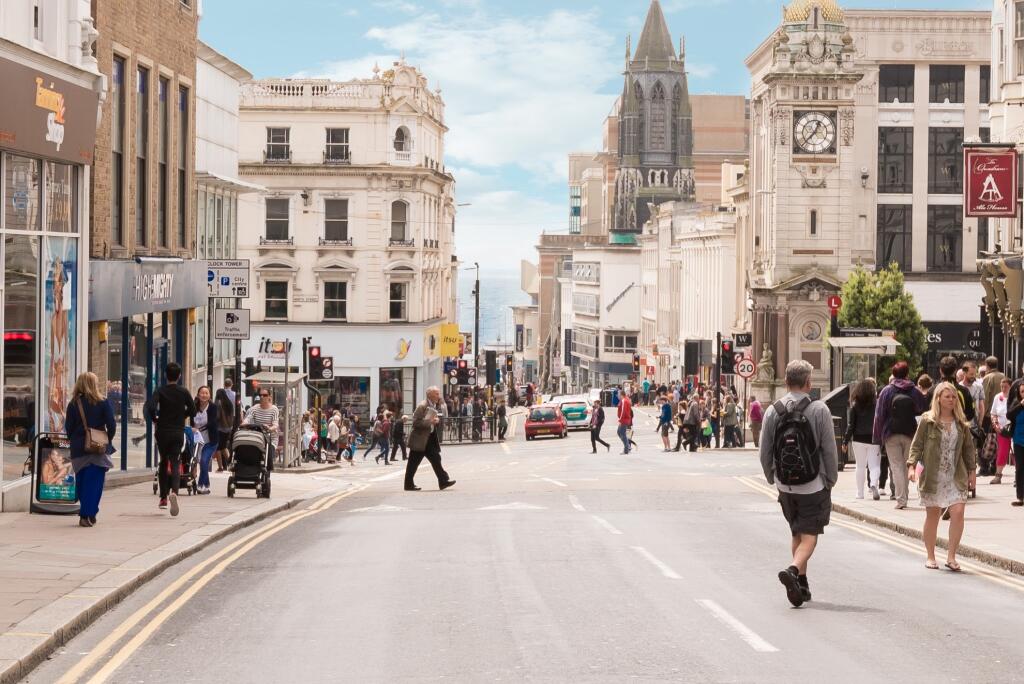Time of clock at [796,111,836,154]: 12:37
